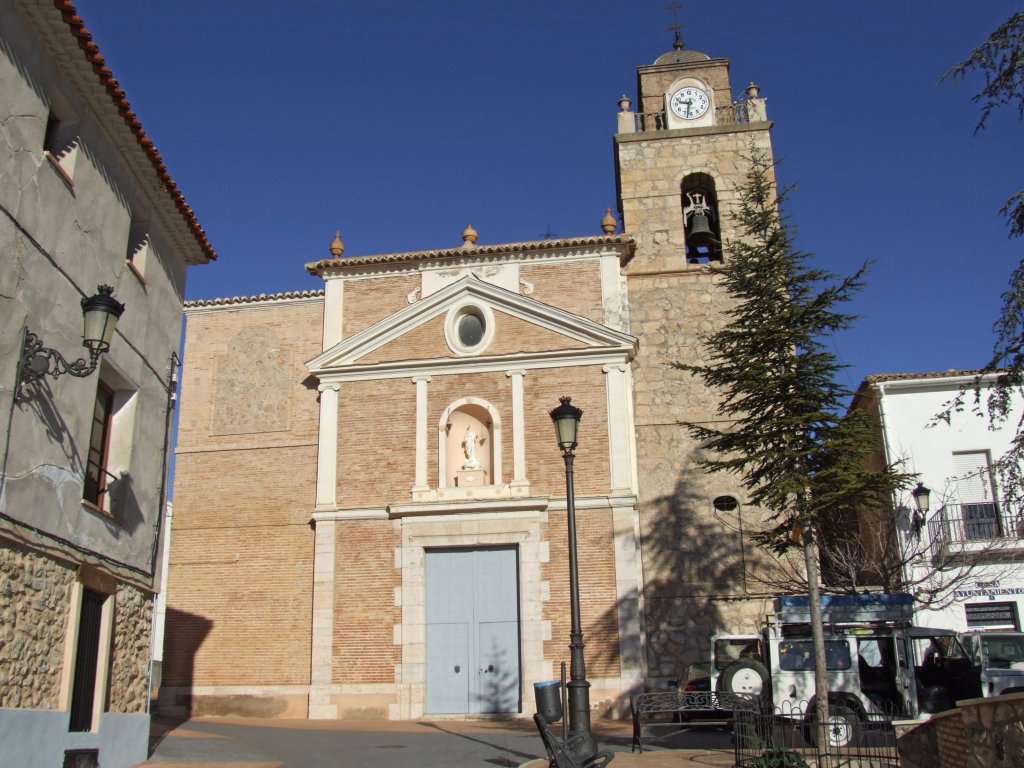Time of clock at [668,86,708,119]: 9:32
